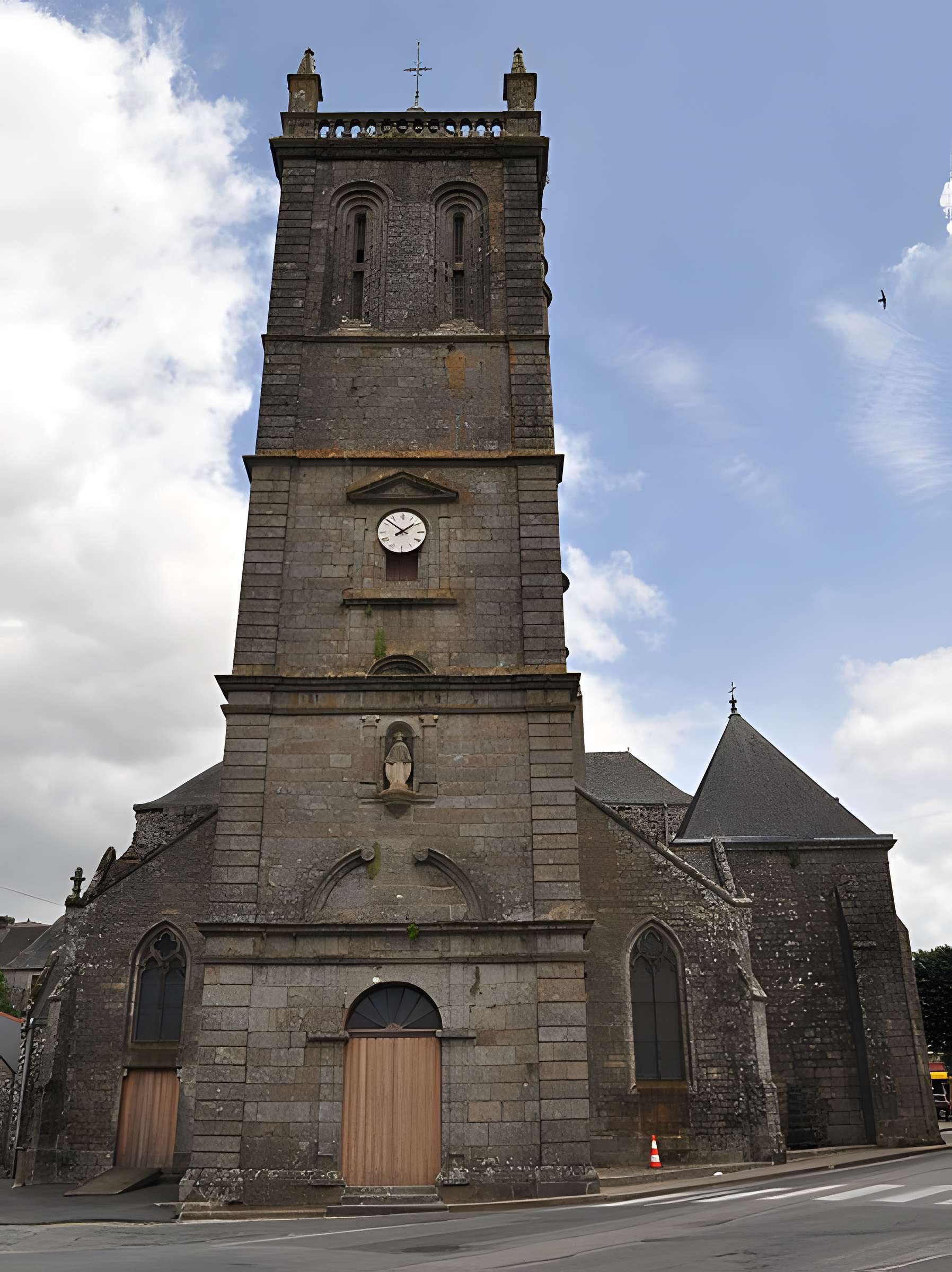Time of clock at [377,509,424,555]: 1:51
